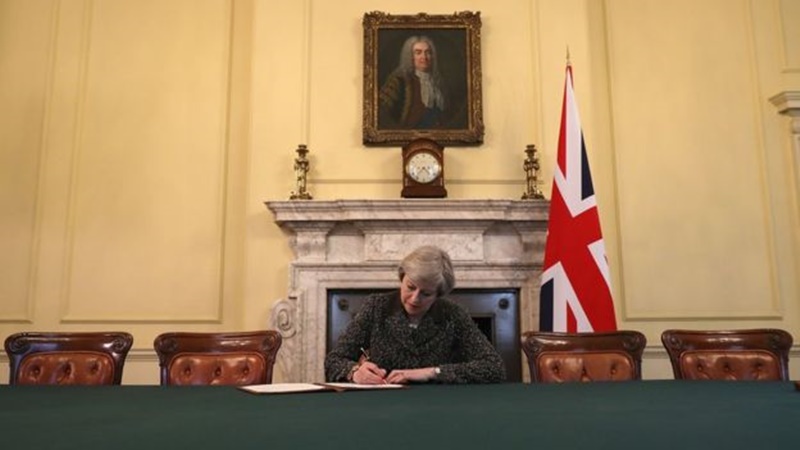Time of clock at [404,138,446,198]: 4:36
